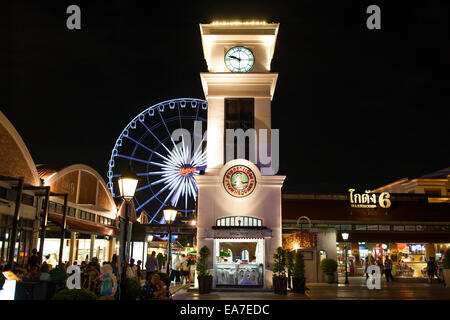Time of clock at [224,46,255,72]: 9:47
